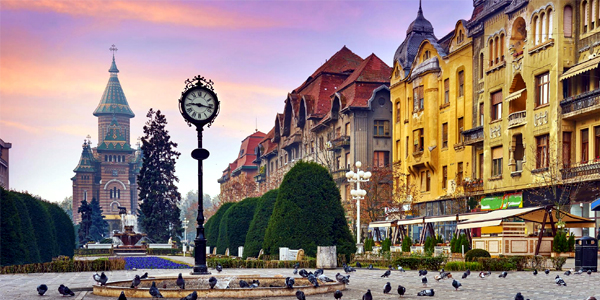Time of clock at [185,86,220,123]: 9:17
